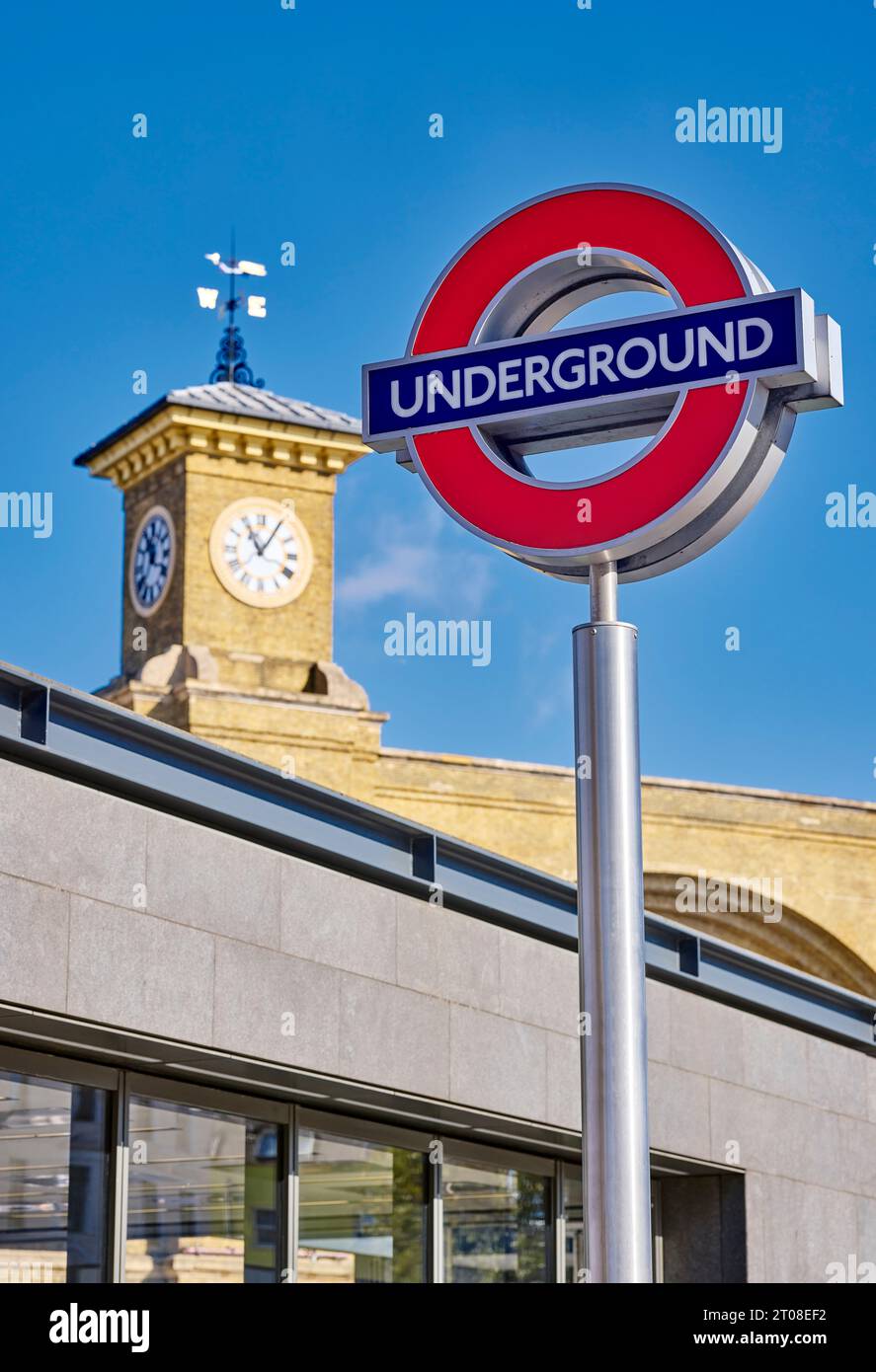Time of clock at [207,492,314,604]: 11:05
